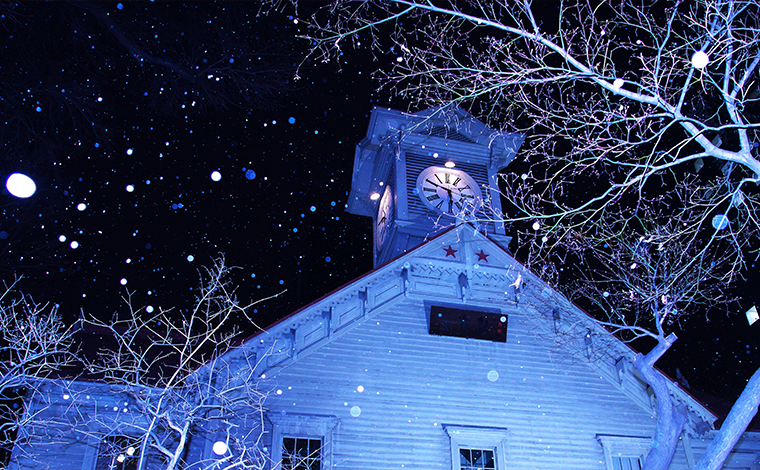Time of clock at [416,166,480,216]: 5:49
